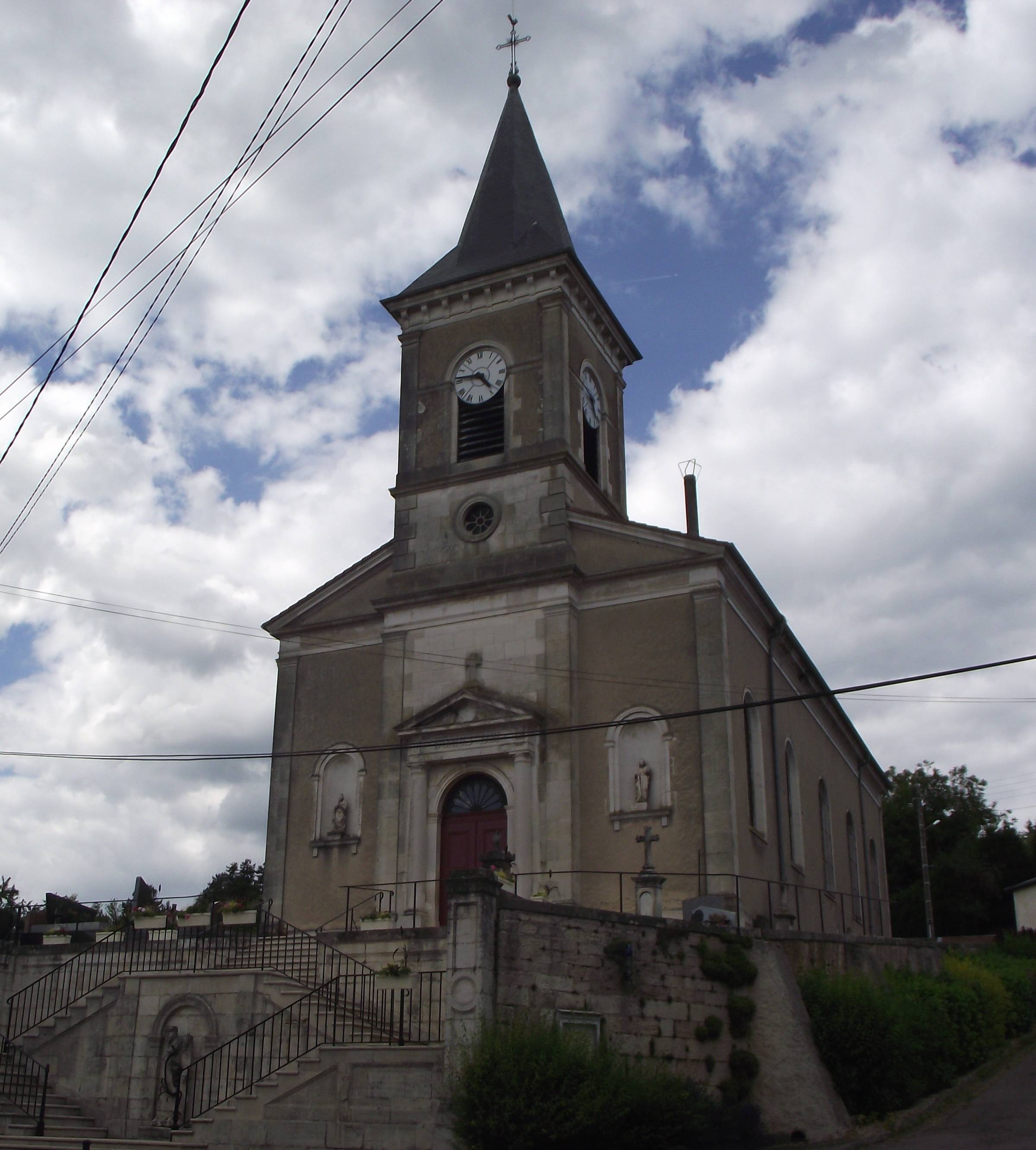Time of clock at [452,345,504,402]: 4:46
